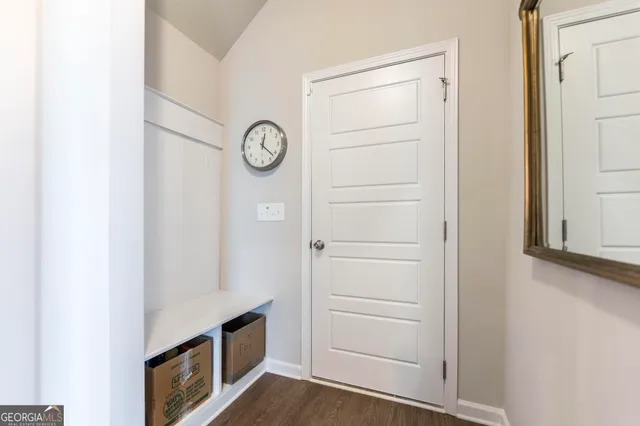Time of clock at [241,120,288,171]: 12:21
